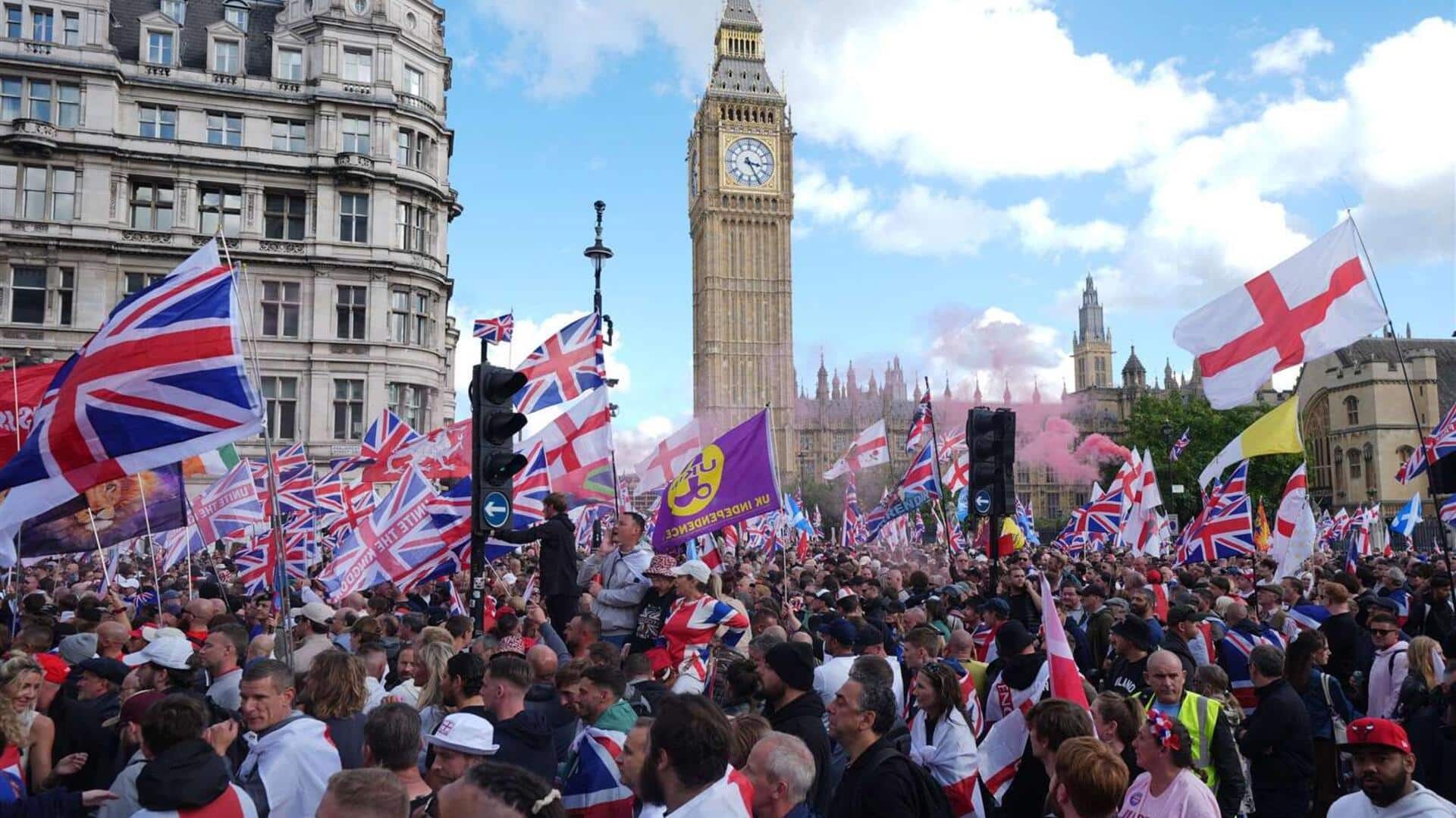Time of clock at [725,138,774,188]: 3:25
